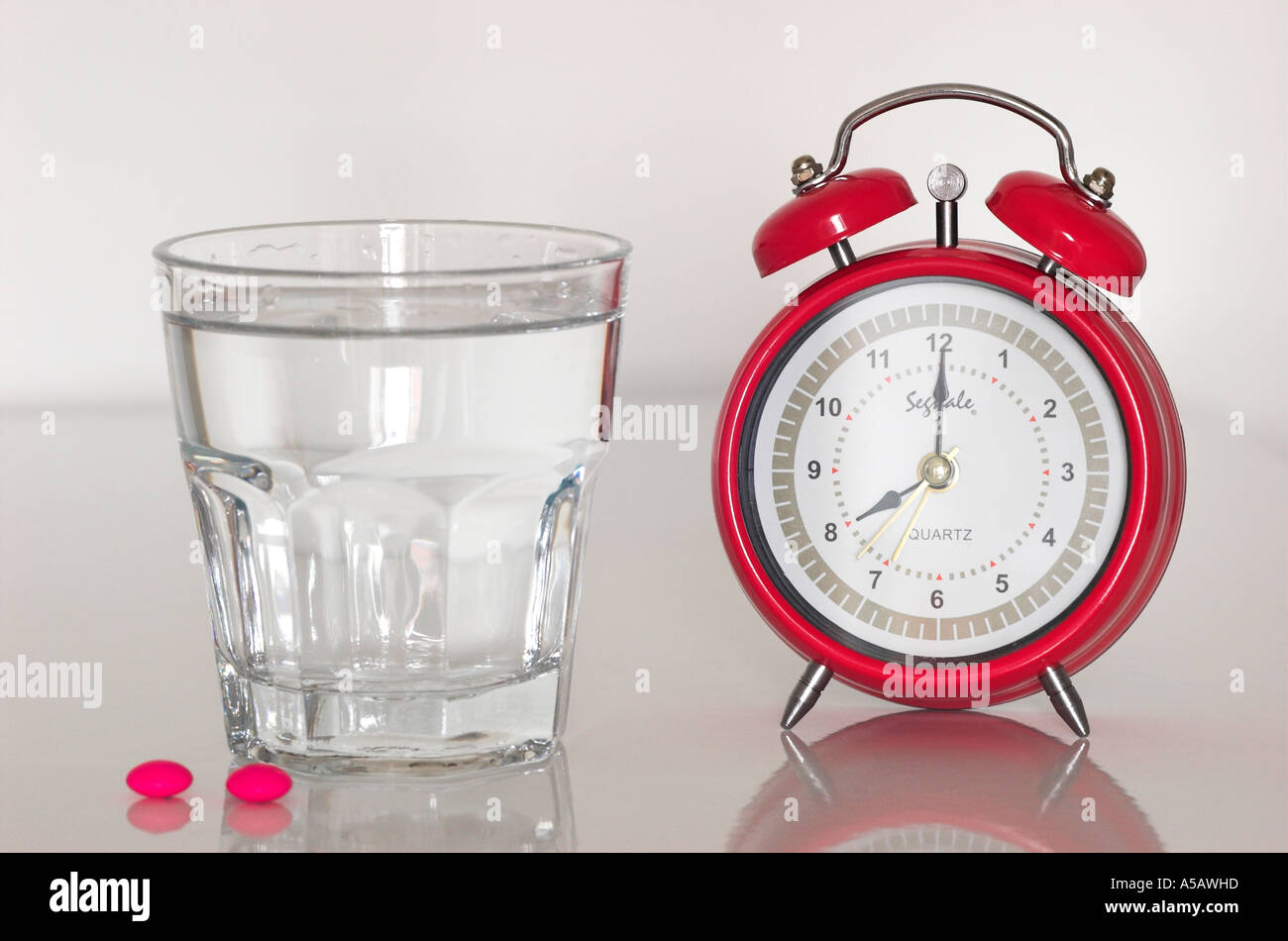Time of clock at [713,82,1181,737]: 8:00
